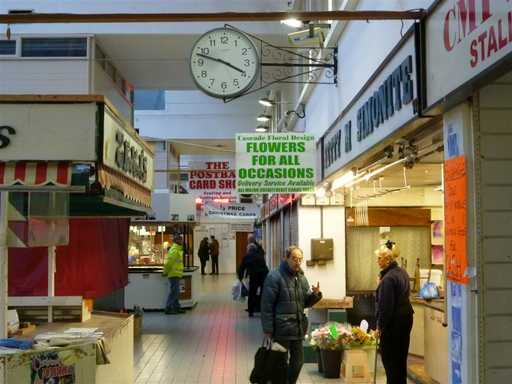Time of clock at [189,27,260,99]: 3:47
